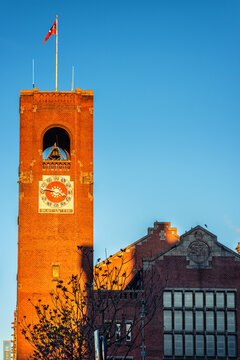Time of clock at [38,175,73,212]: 3:46
